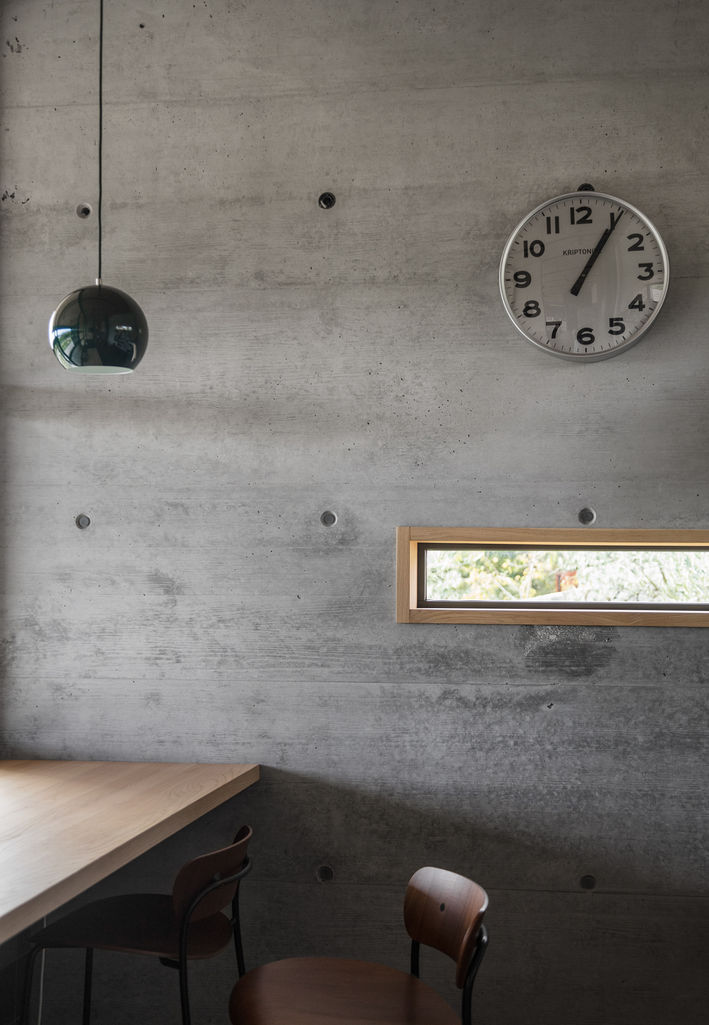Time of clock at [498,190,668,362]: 1:05
